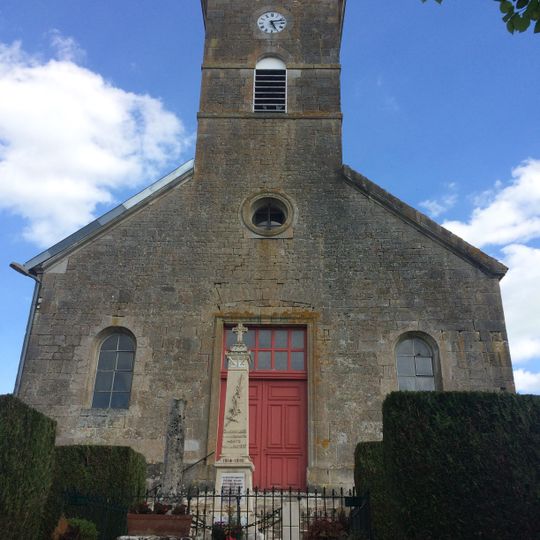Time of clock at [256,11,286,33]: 5:12
